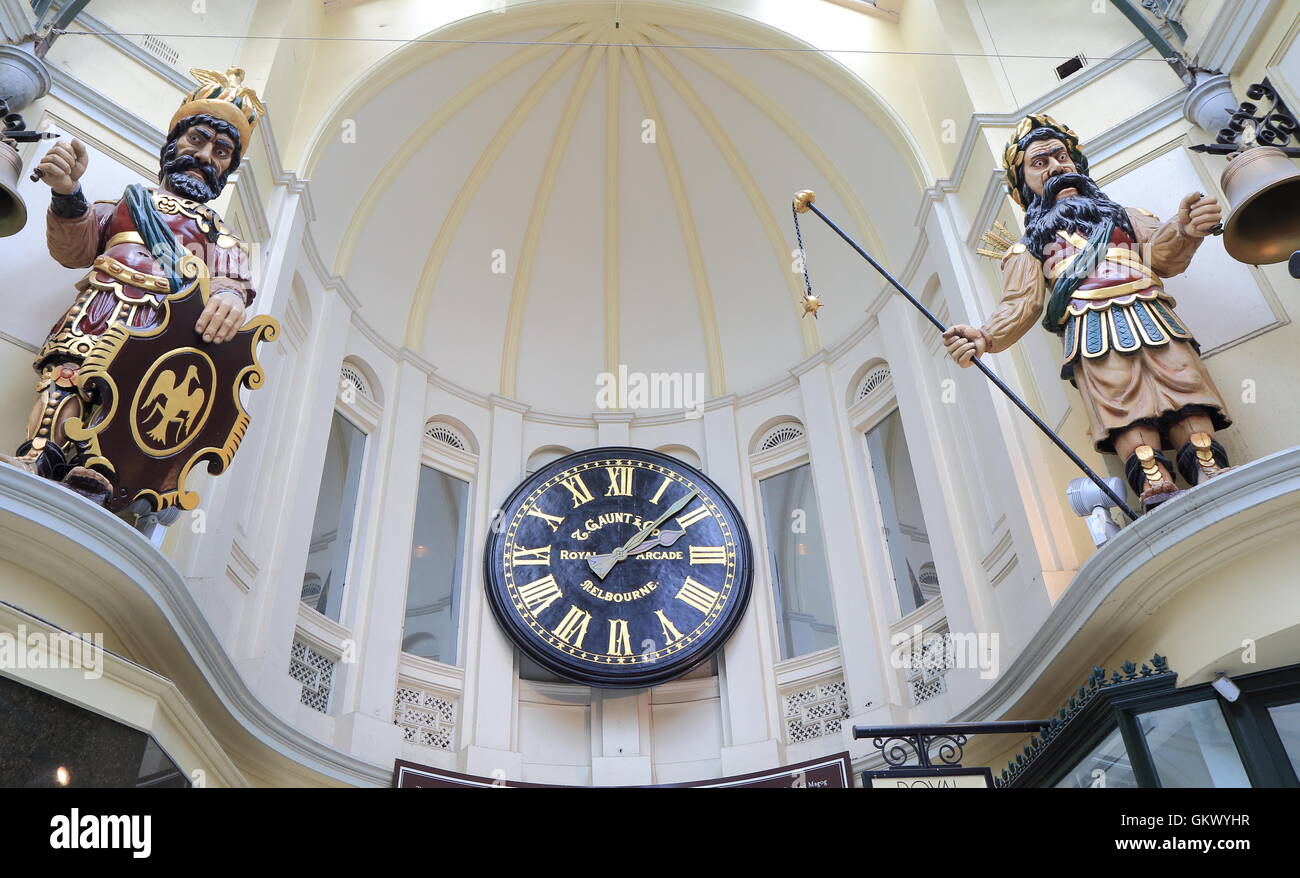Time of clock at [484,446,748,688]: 3:08
